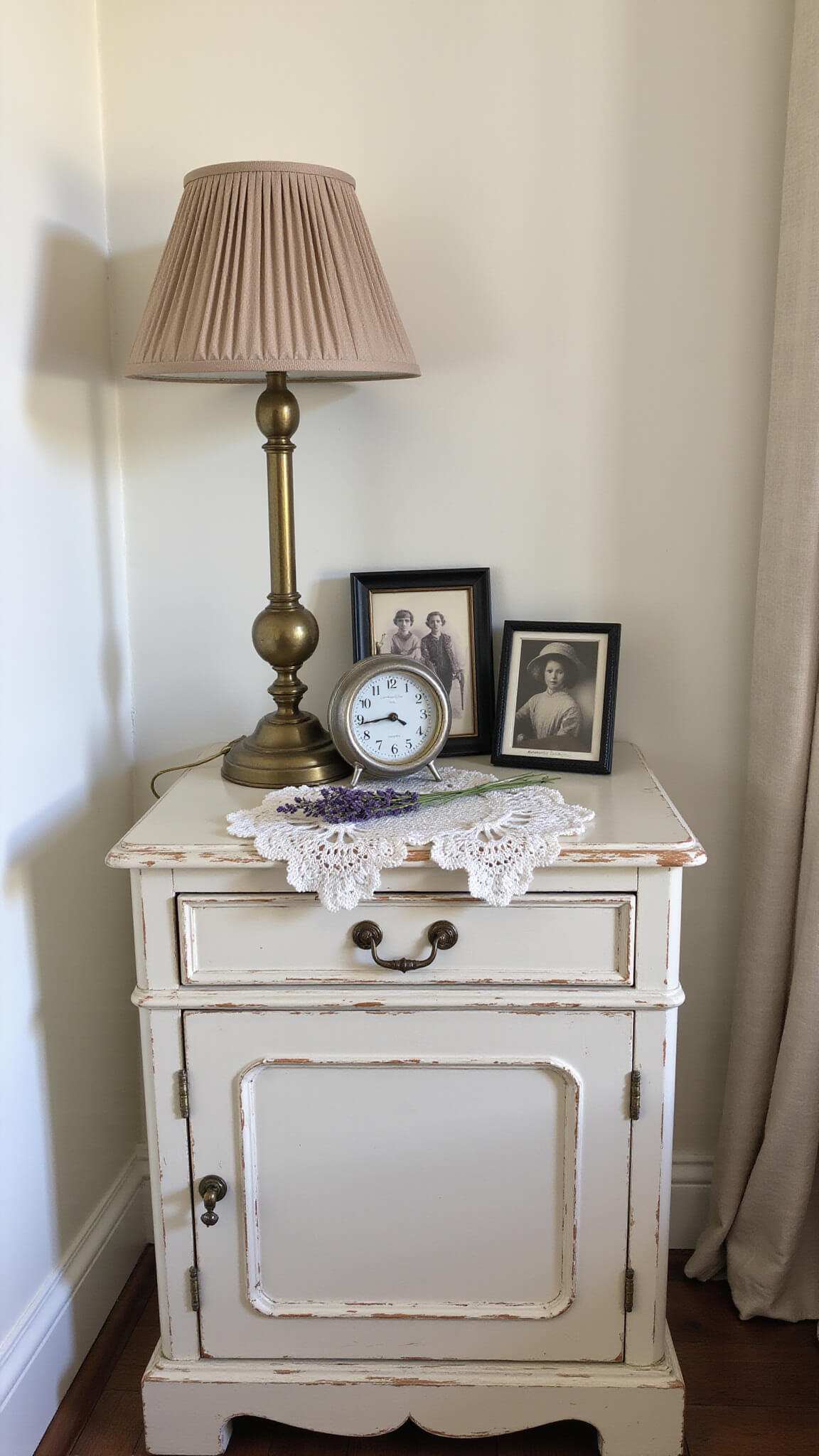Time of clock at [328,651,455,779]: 3:43
